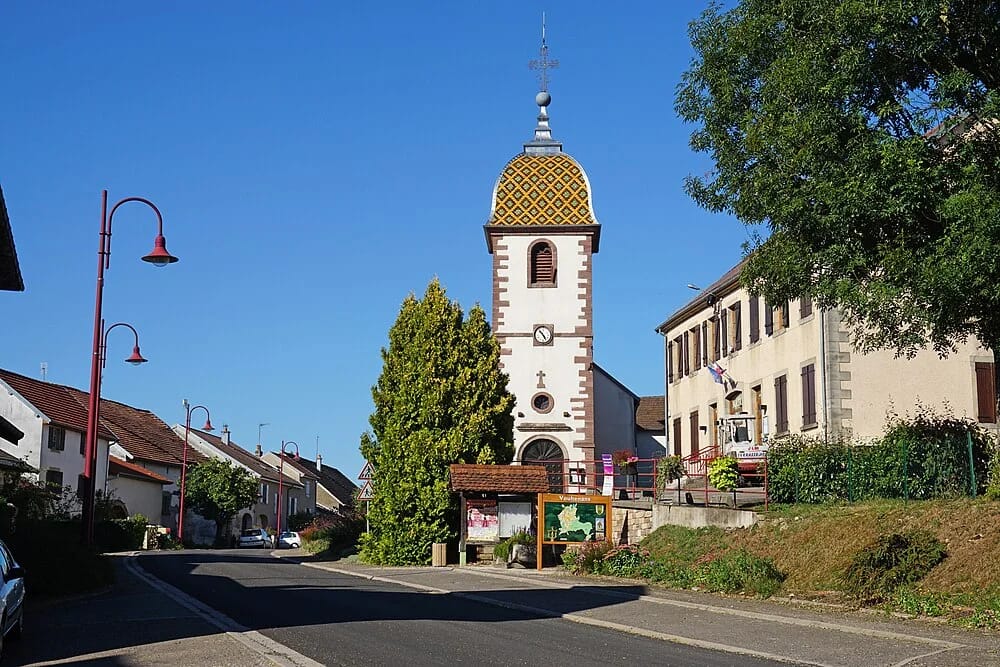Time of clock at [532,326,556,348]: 4:52
